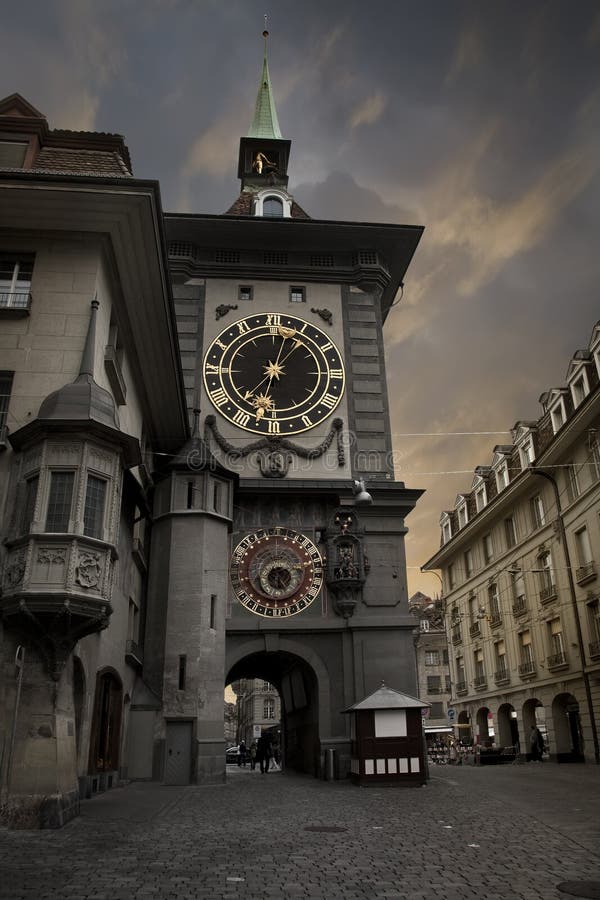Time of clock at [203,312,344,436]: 12:32
